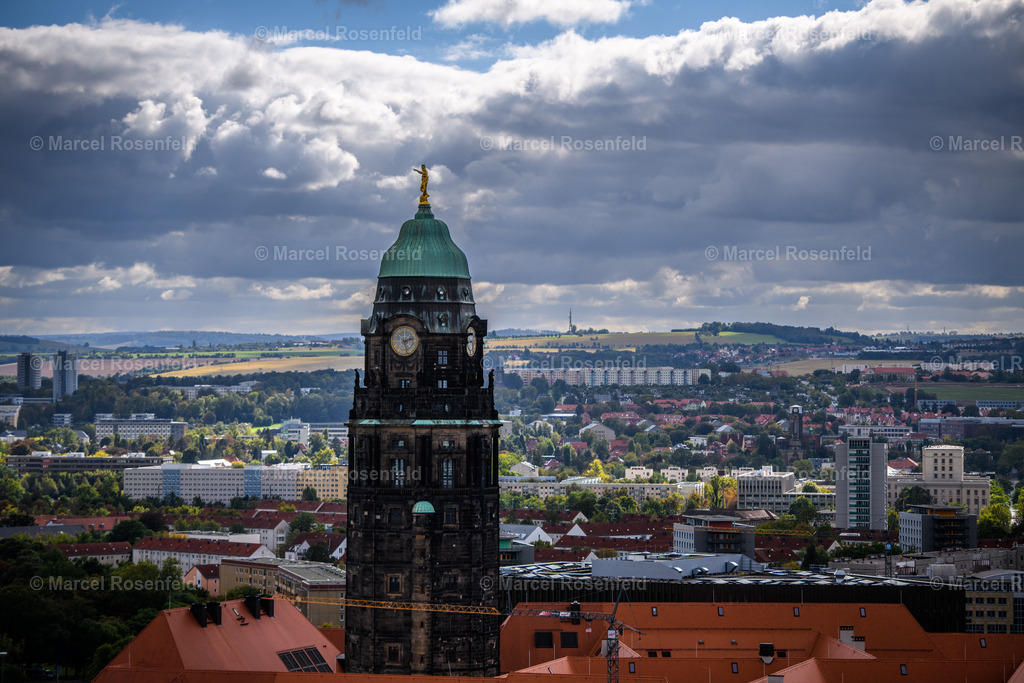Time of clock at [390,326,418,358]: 2:27
